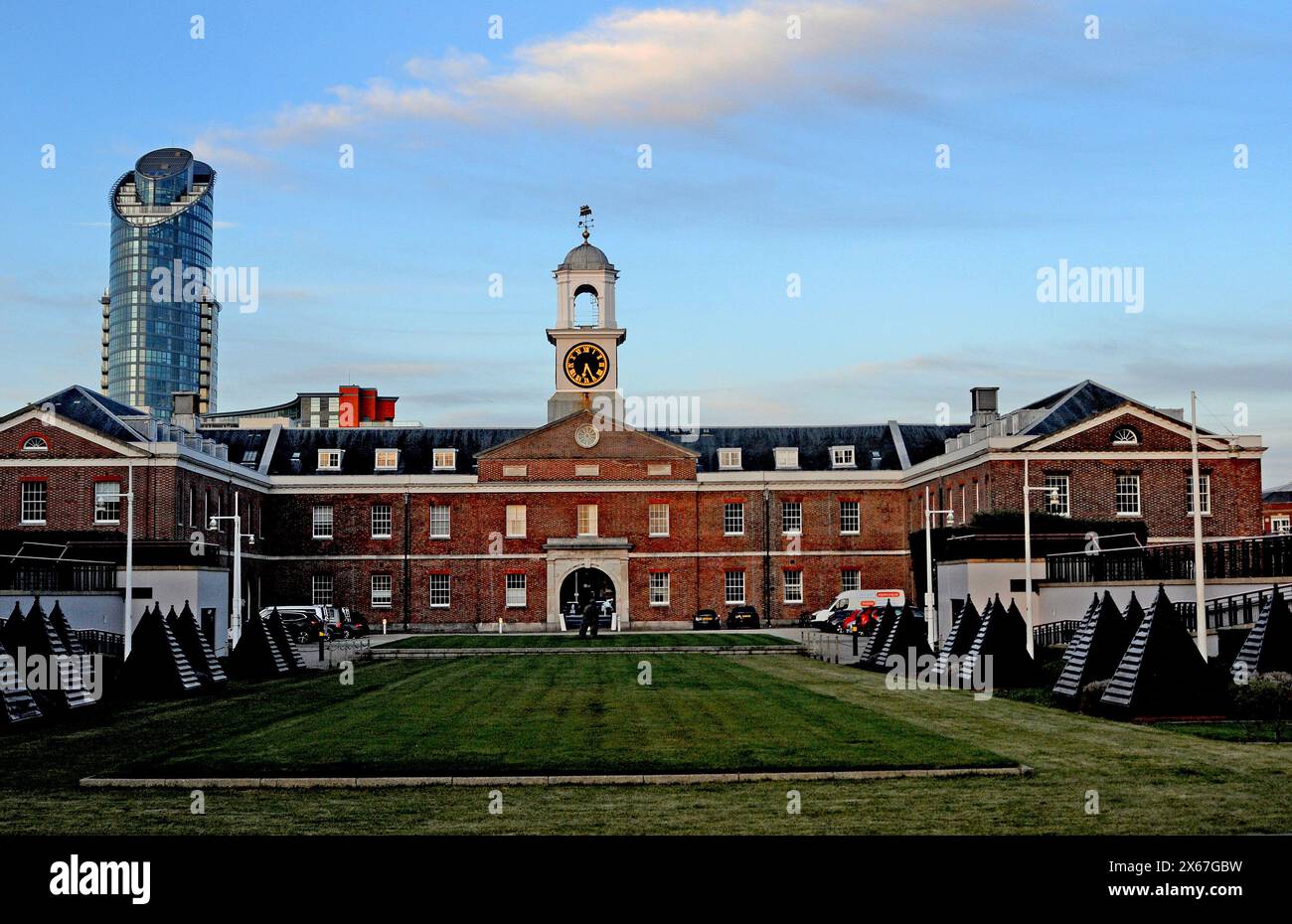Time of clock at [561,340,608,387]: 6:25
